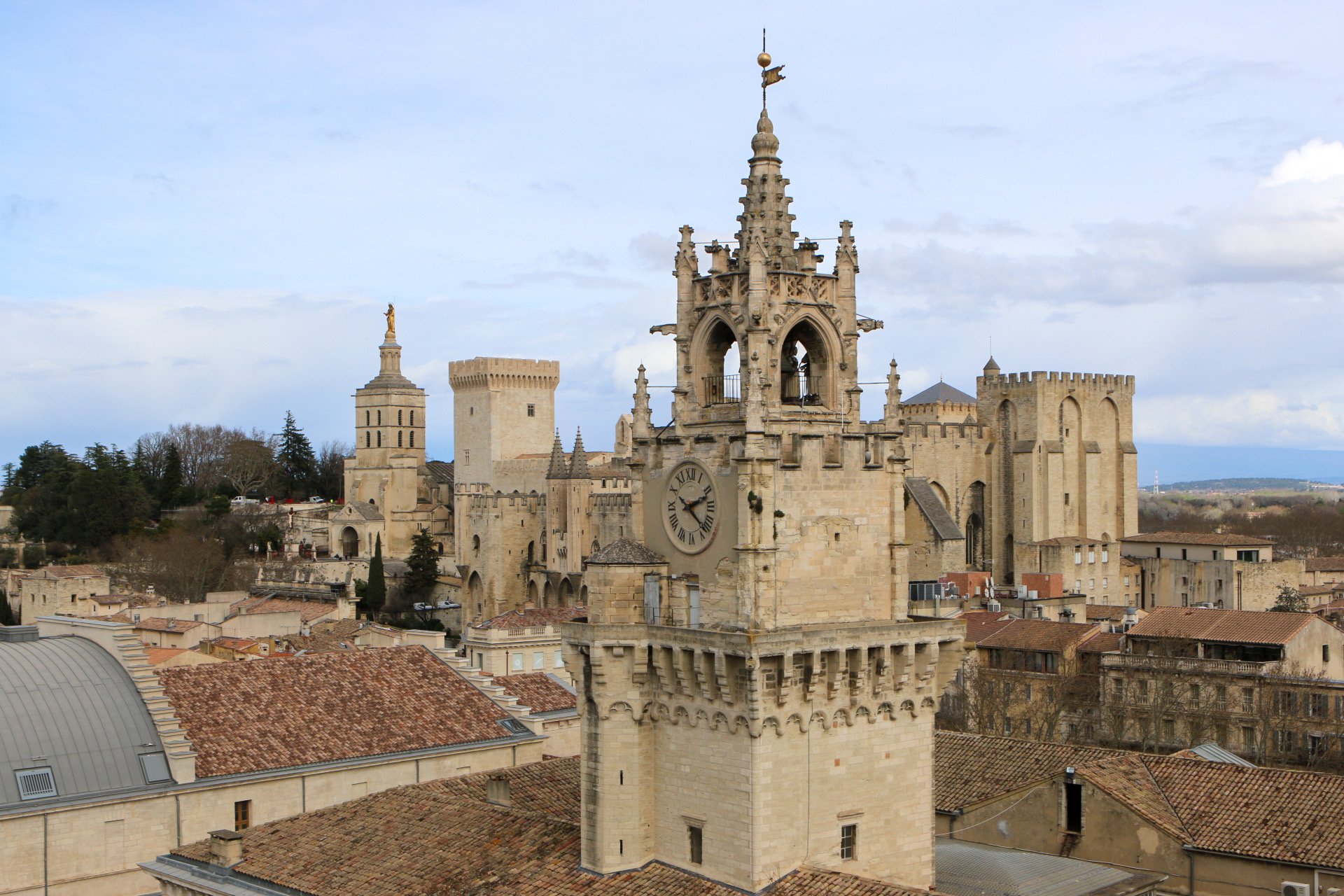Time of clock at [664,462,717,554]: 2:21
